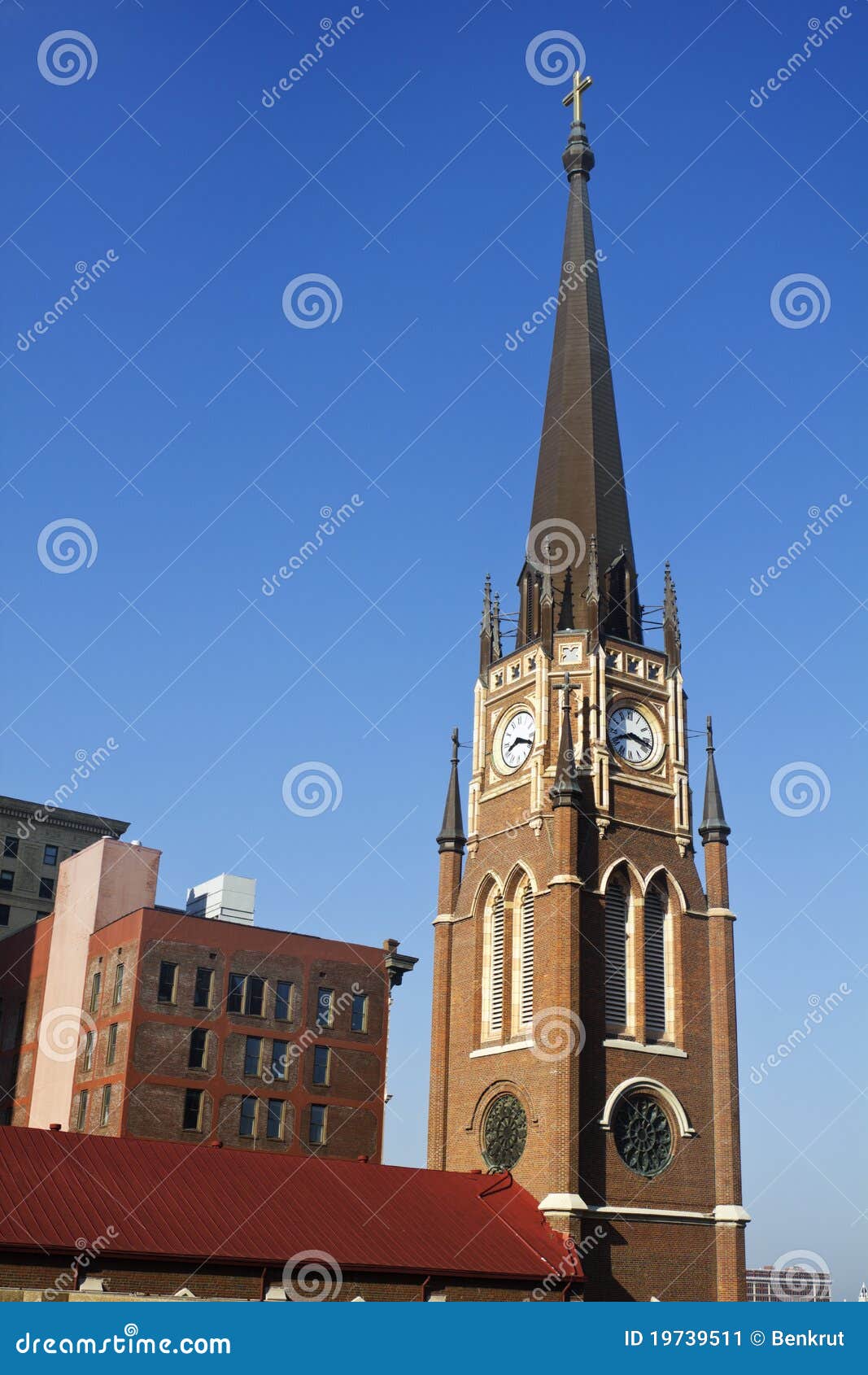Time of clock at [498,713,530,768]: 8:18
